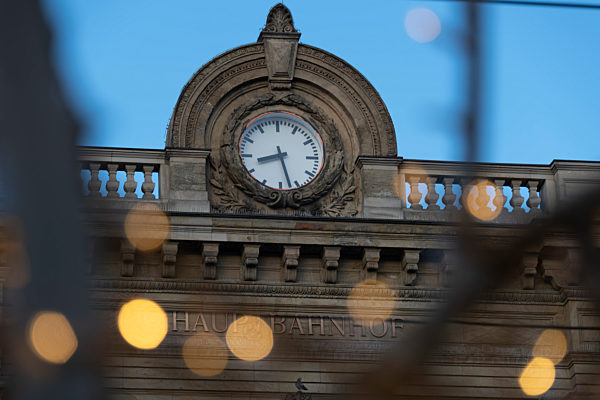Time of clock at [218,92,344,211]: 8:27
